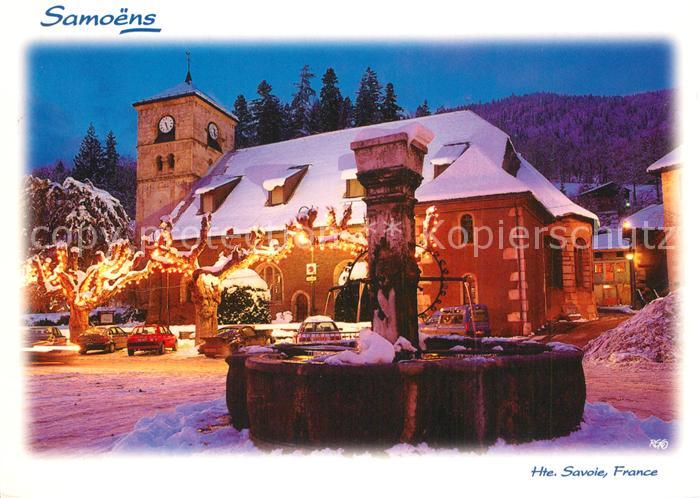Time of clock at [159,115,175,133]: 5:26
